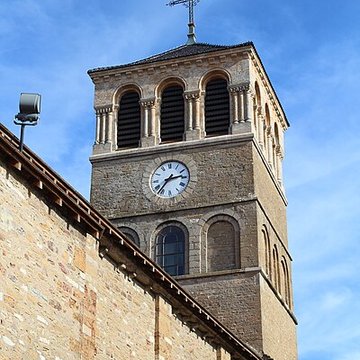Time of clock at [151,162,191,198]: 2:36
